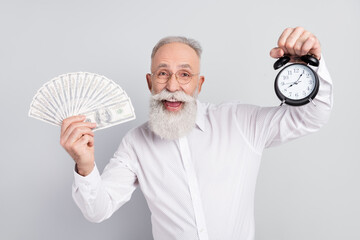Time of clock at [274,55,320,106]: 8:06
